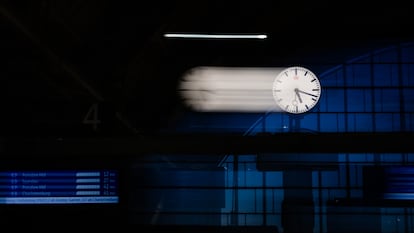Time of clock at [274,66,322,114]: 5:18
